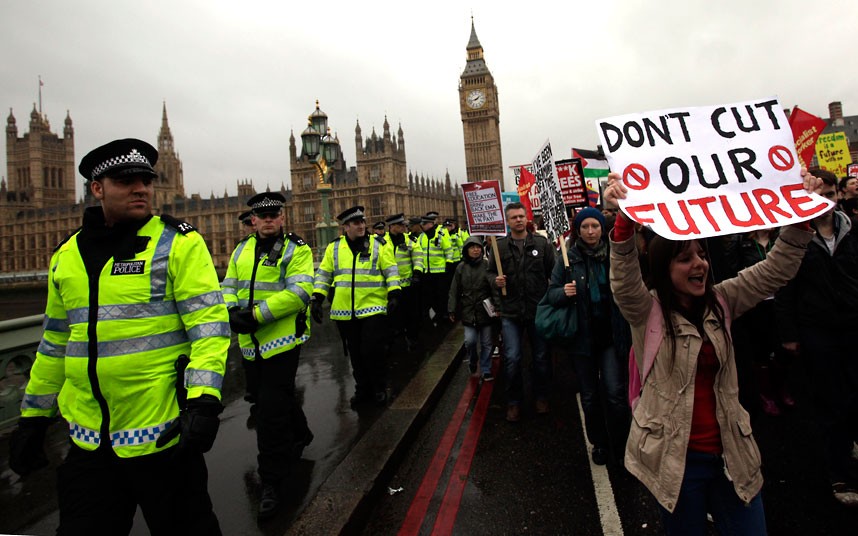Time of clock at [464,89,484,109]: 1:42
